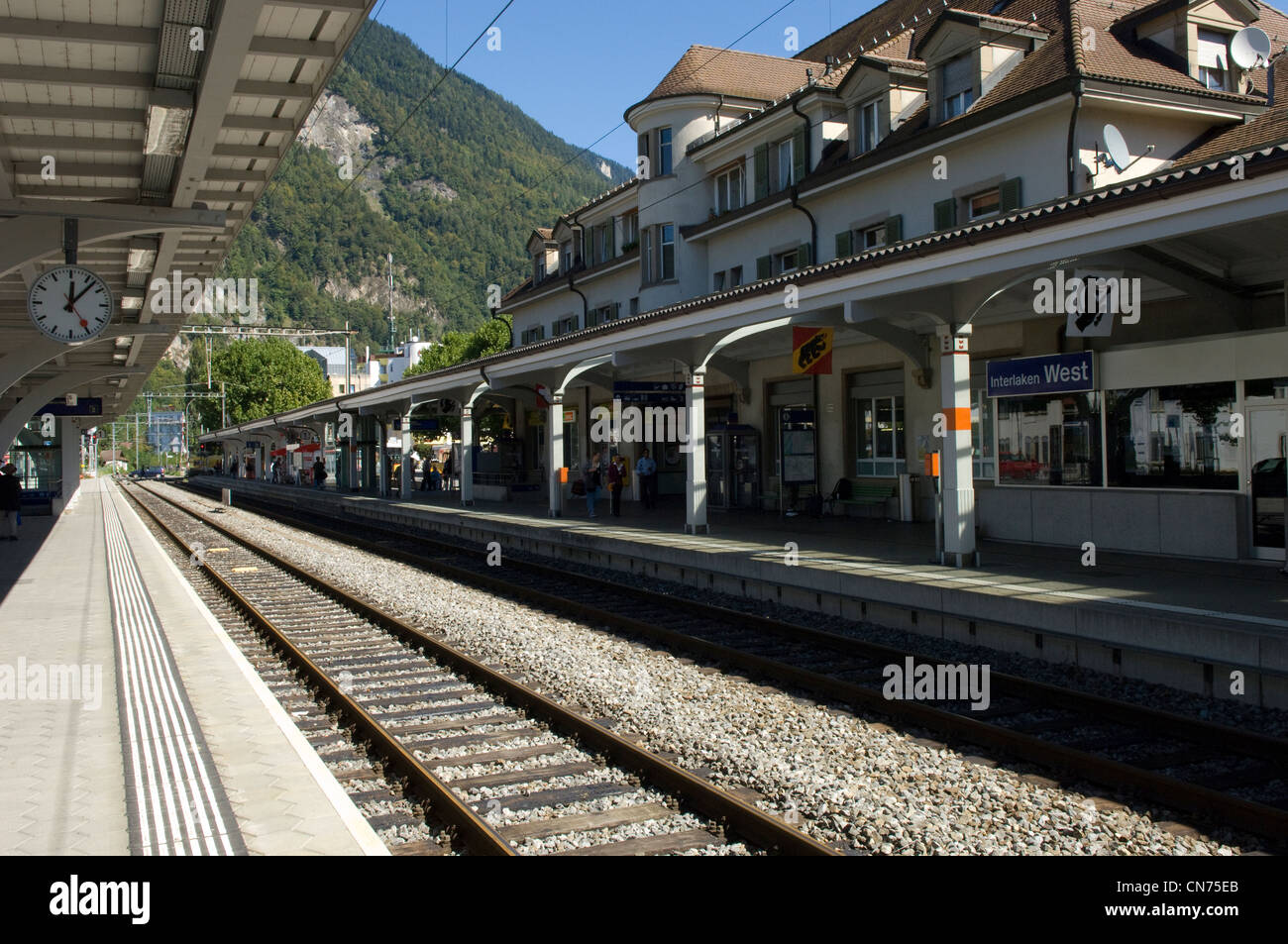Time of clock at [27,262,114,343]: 12:07
